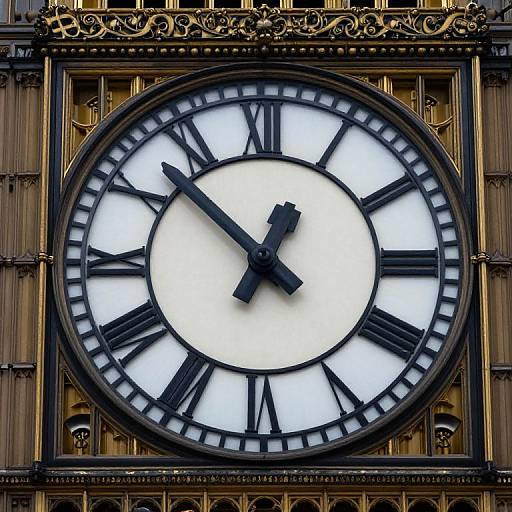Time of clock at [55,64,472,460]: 12:52
